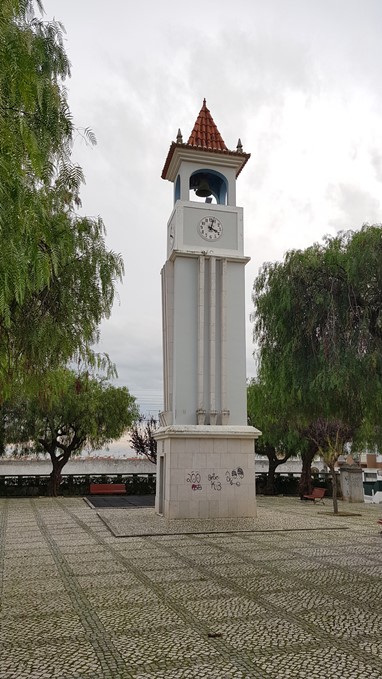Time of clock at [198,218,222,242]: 4:02
